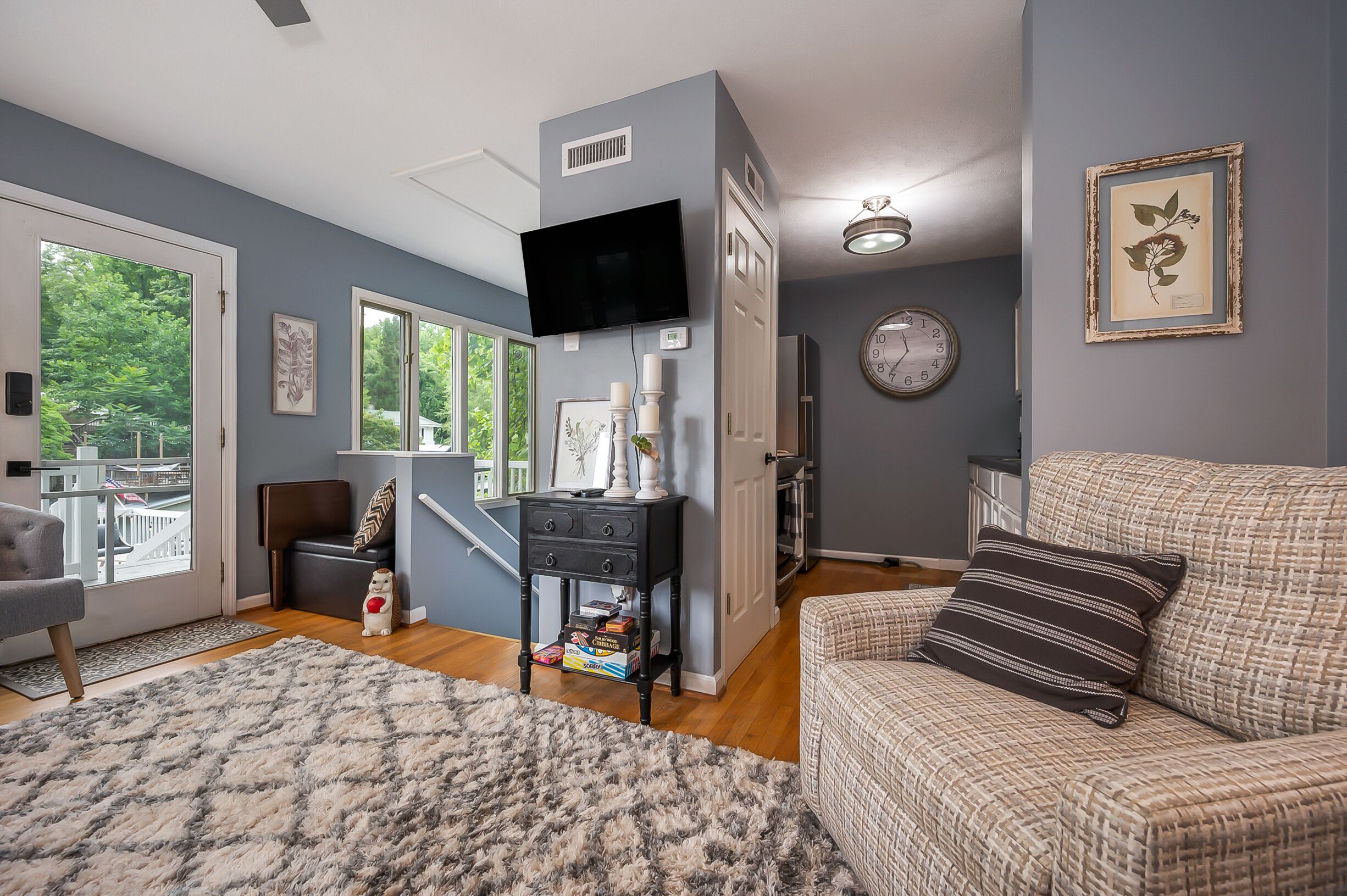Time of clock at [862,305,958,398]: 11:36
